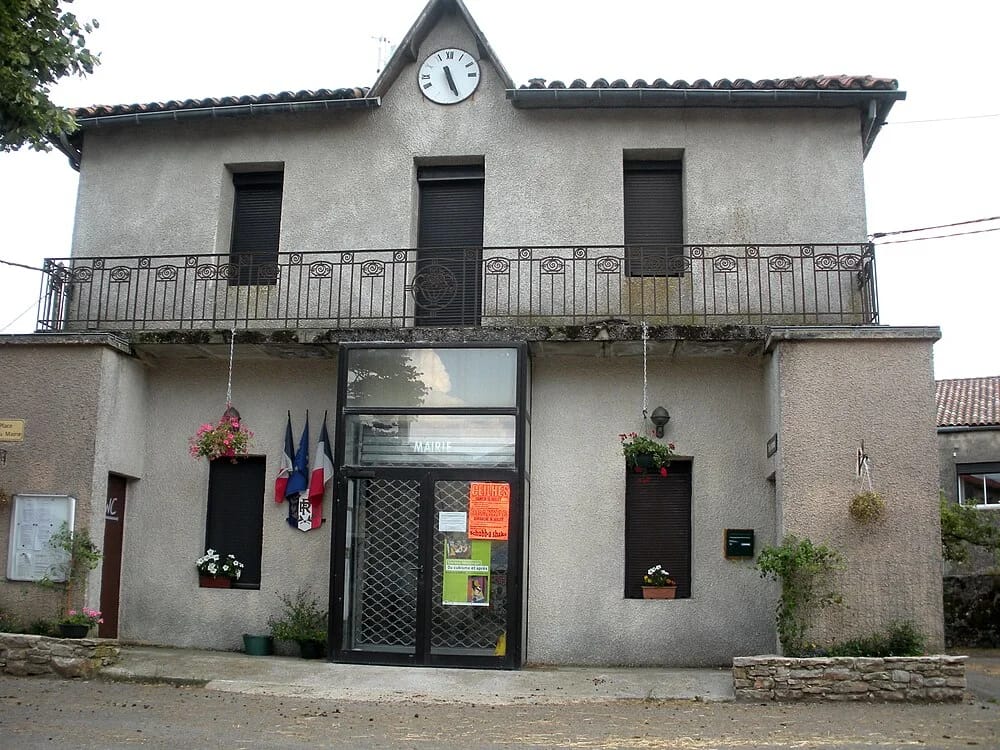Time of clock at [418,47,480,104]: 5:26
